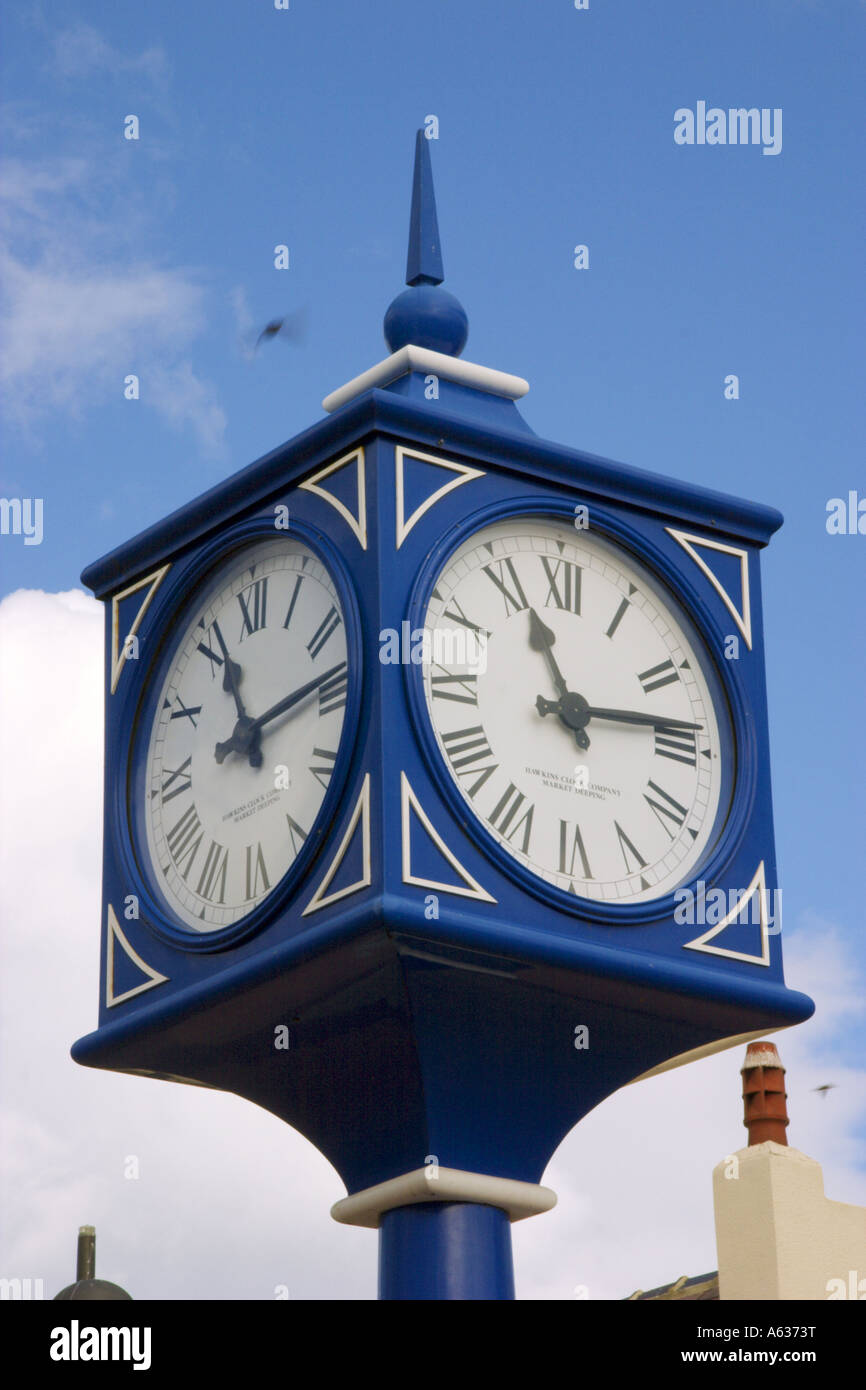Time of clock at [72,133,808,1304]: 11:13
